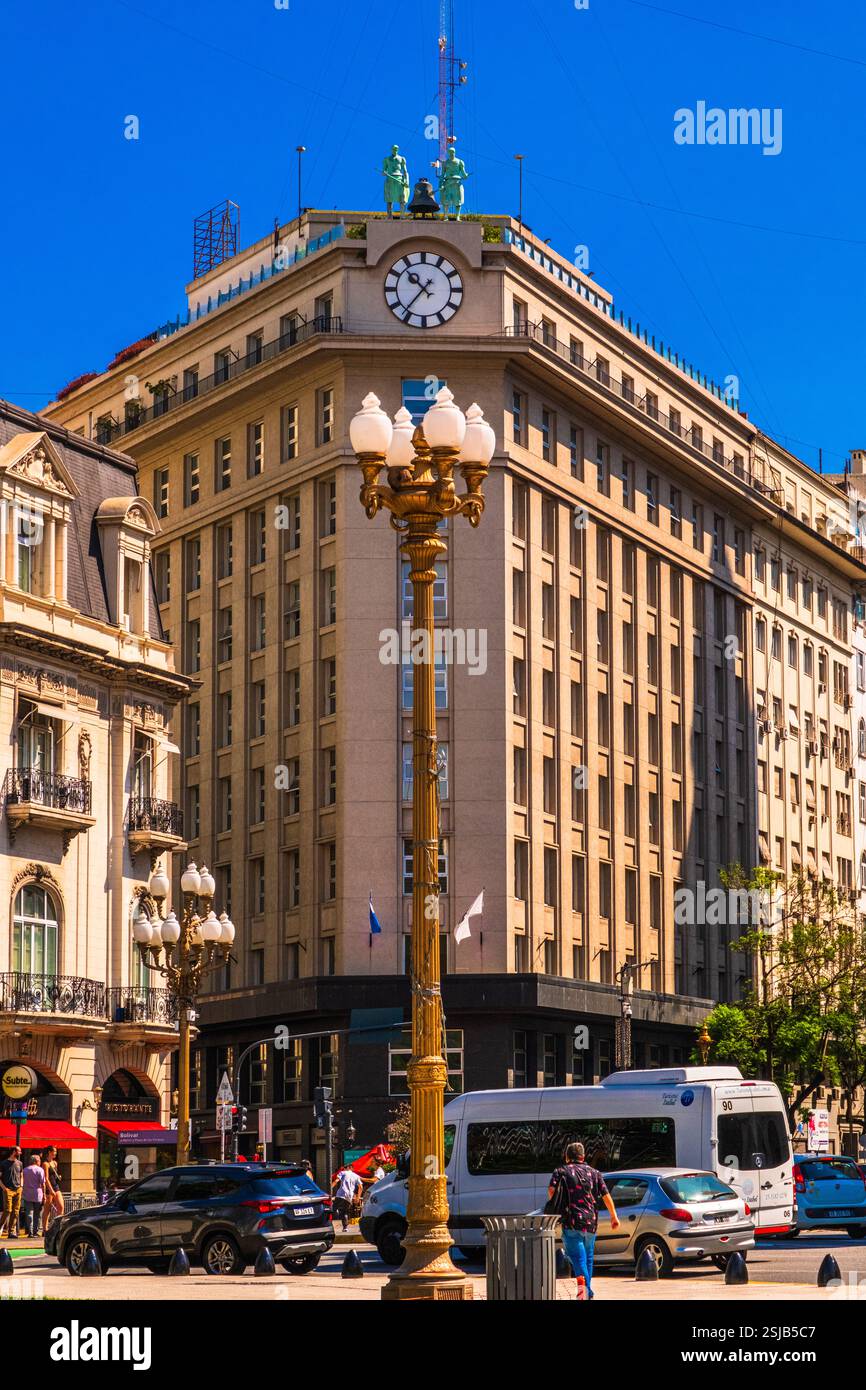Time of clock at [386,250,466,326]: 10:36
